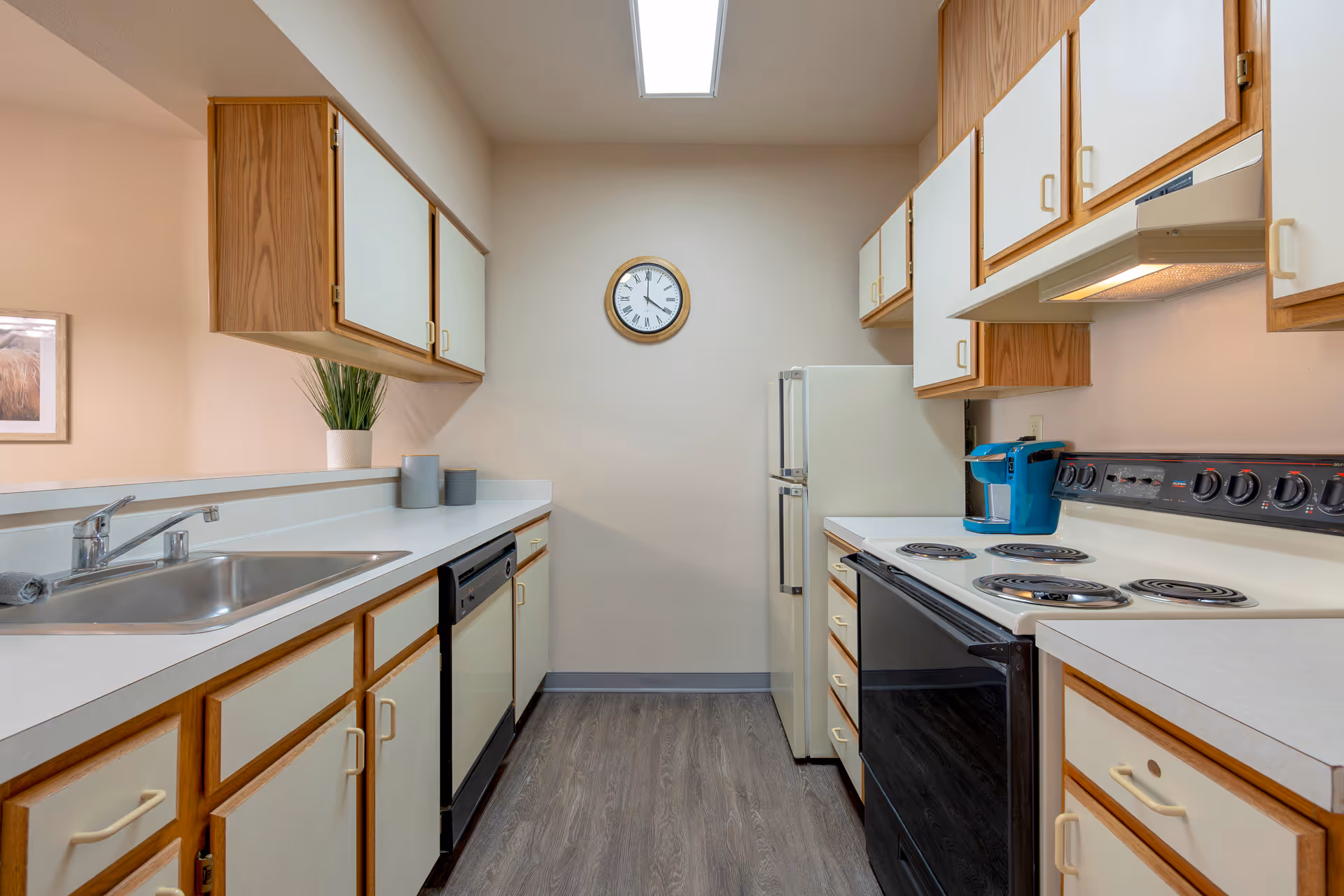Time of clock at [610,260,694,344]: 4:00
